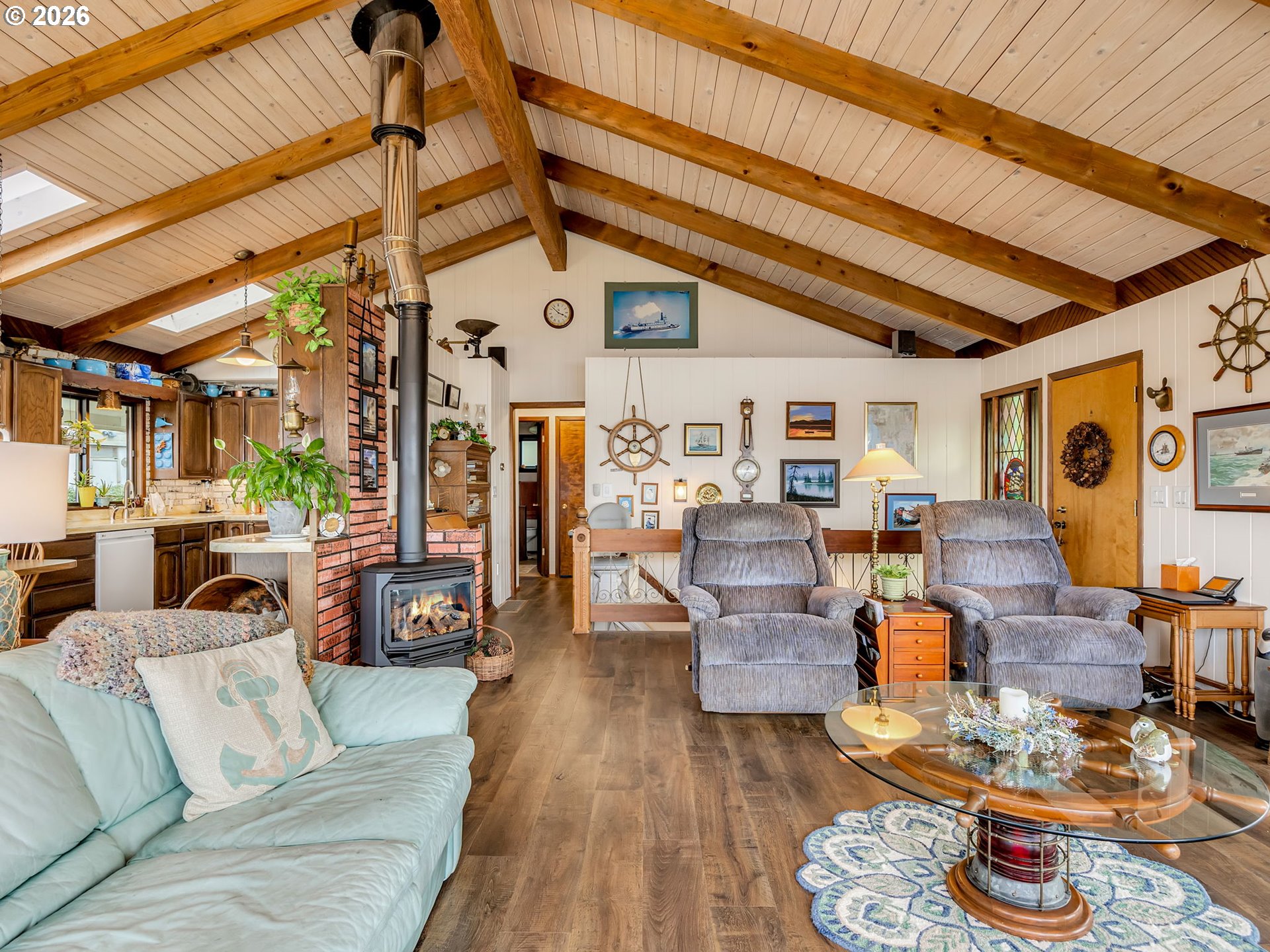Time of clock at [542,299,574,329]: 3:52
